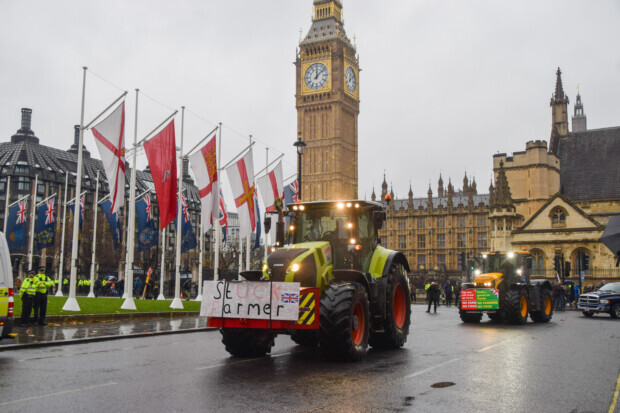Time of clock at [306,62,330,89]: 12:07
